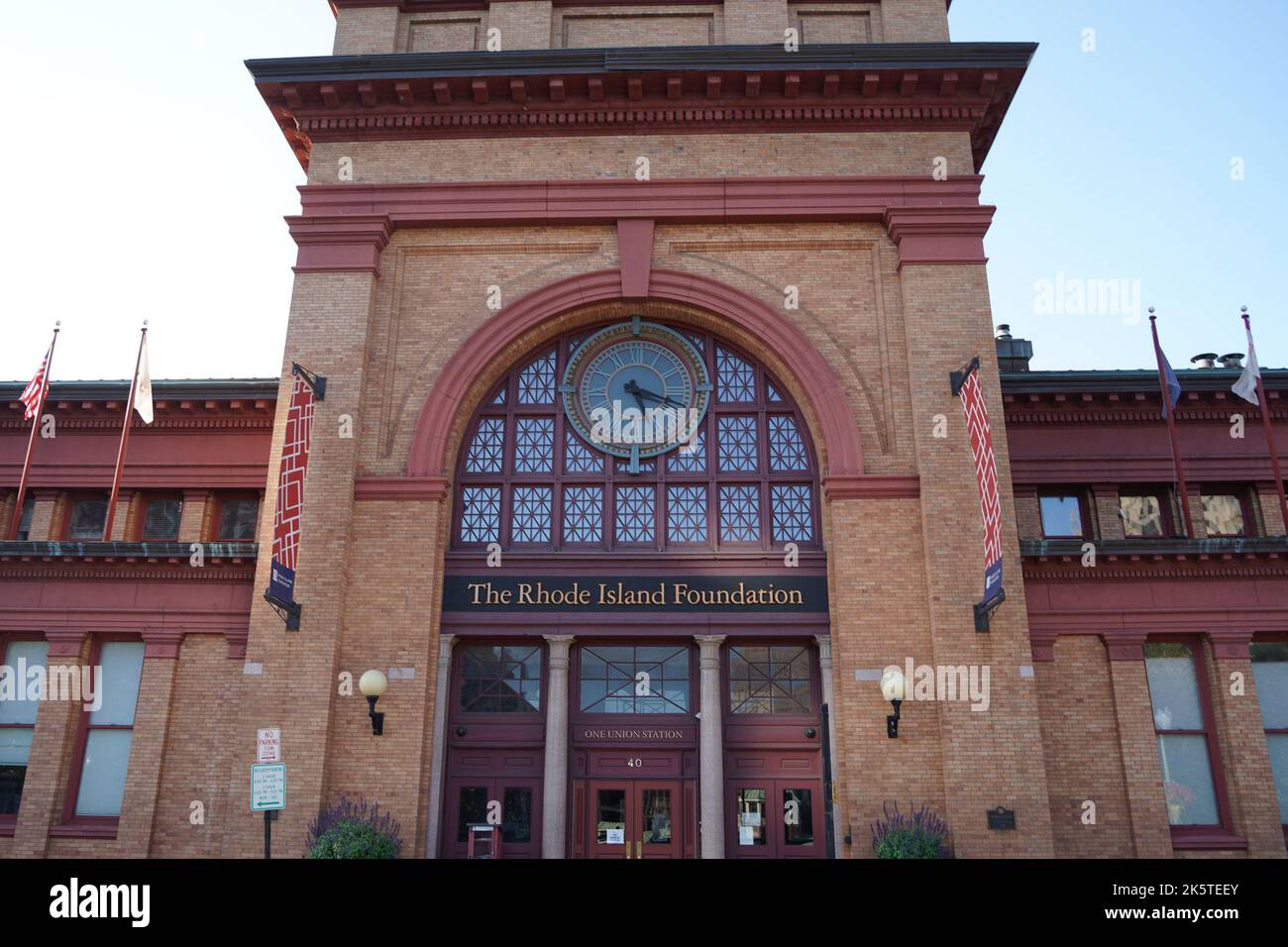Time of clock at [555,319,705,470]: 5:18
